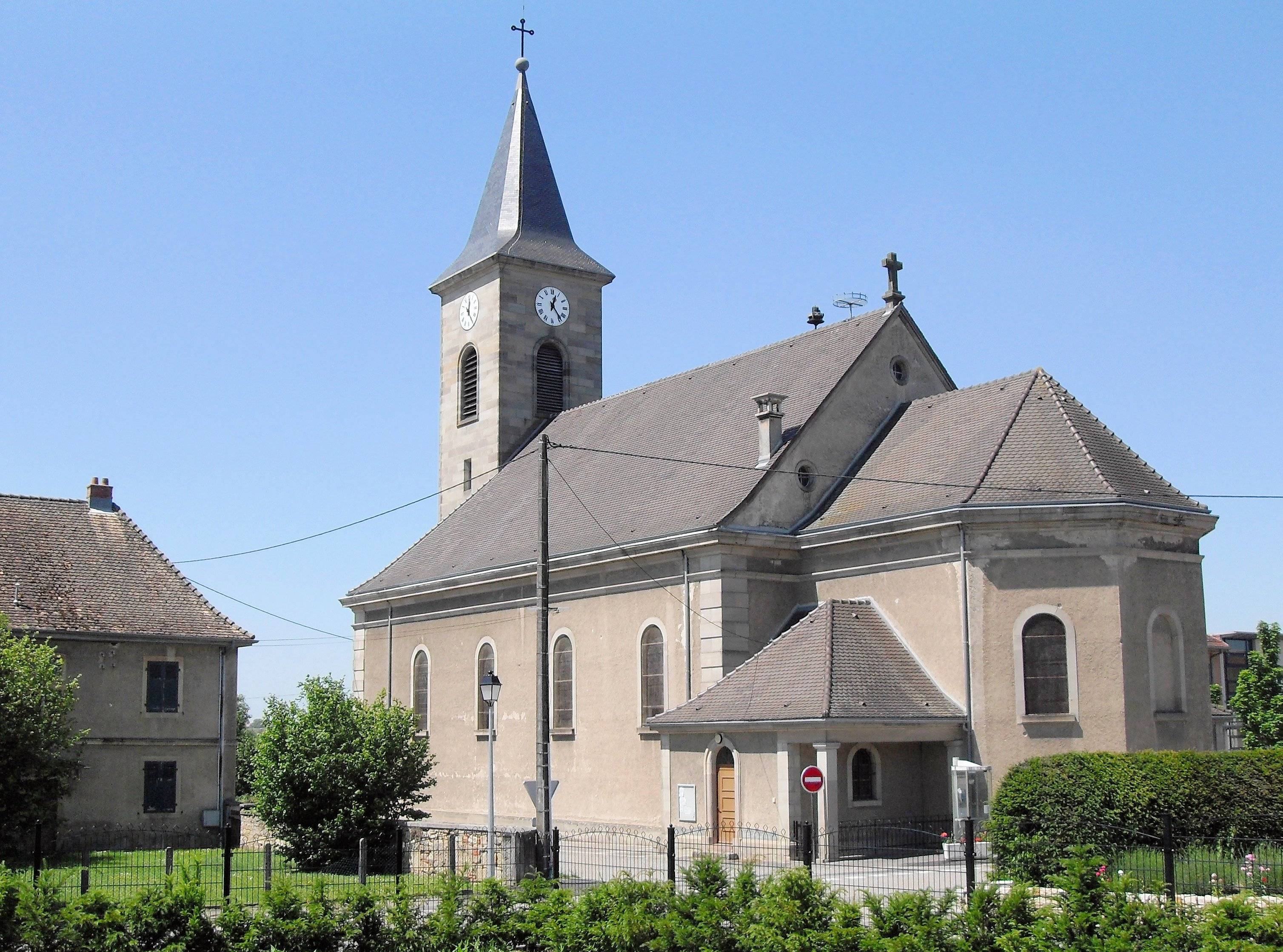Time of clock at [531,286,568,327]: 12:23
